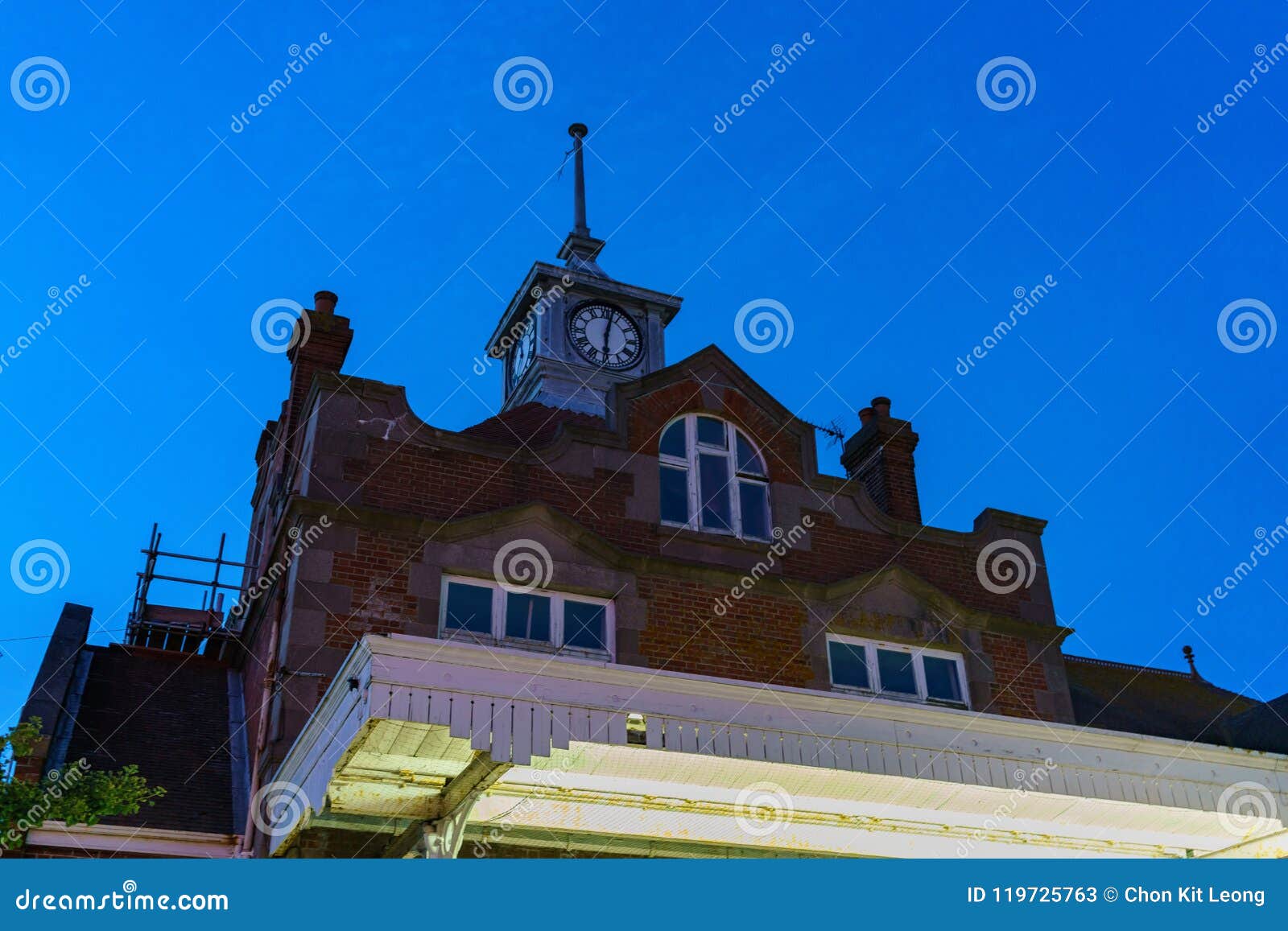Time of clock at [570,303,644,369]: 6:02
